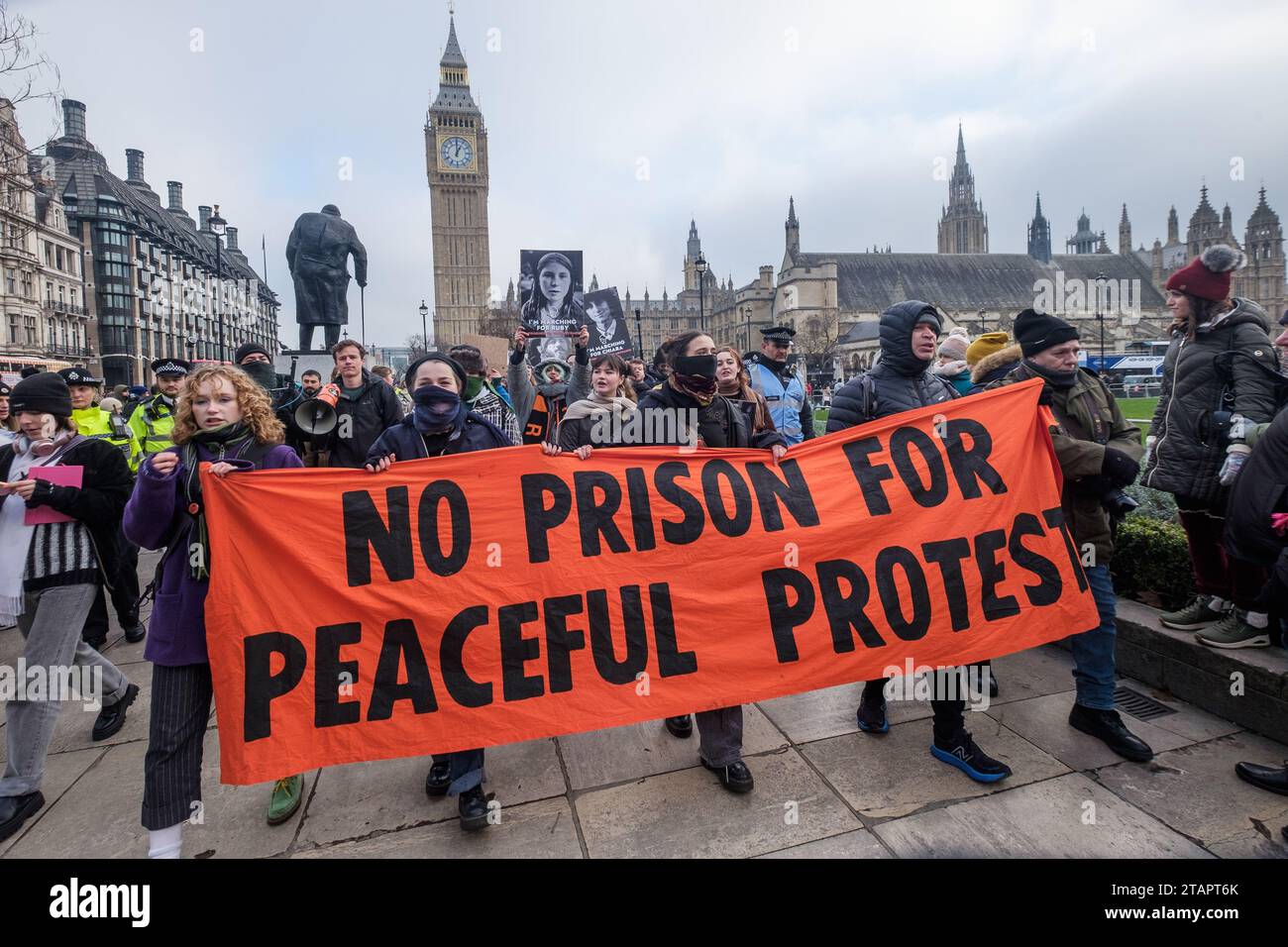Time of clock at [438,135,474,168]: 1:00
